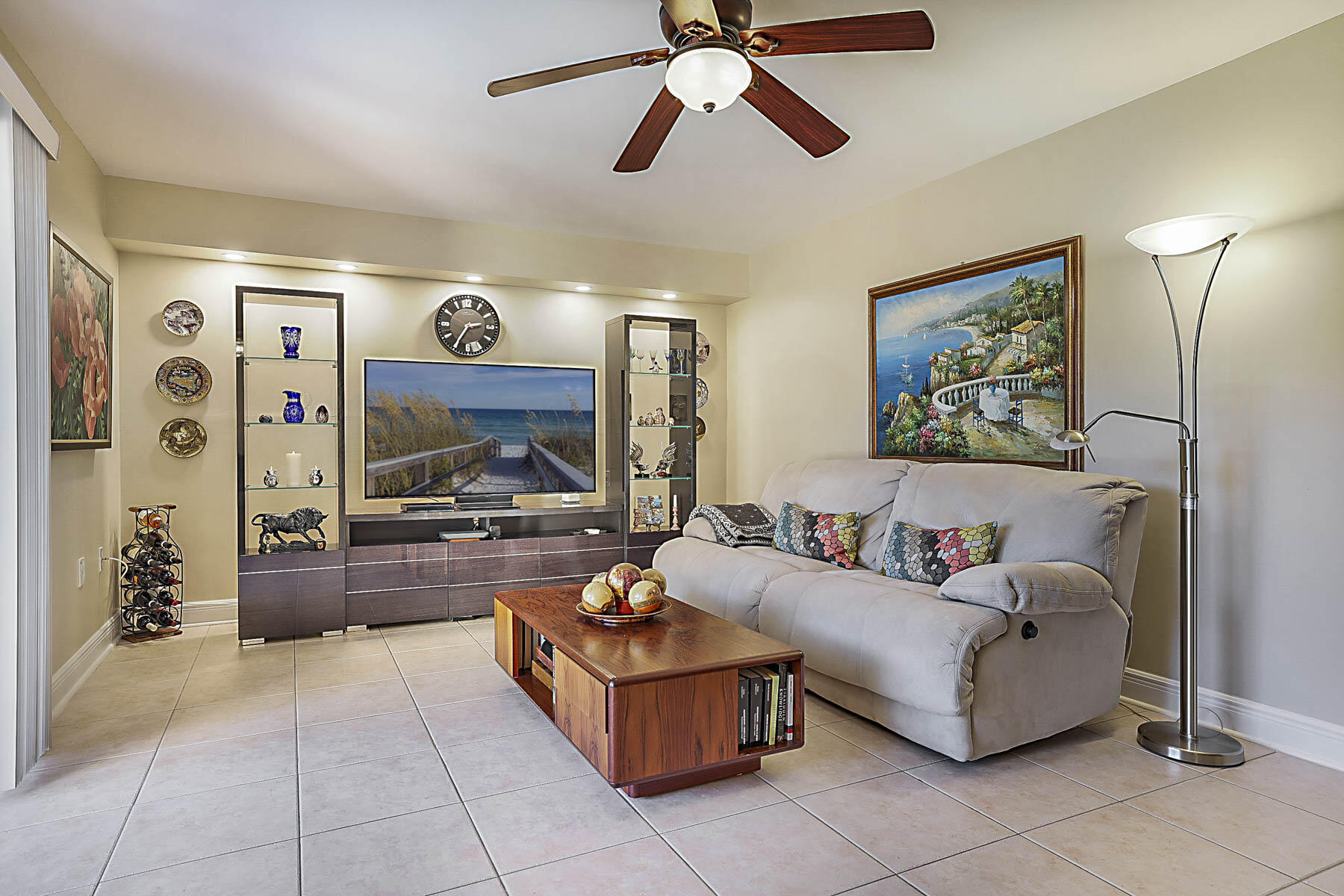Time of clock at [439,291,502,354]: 2:35
